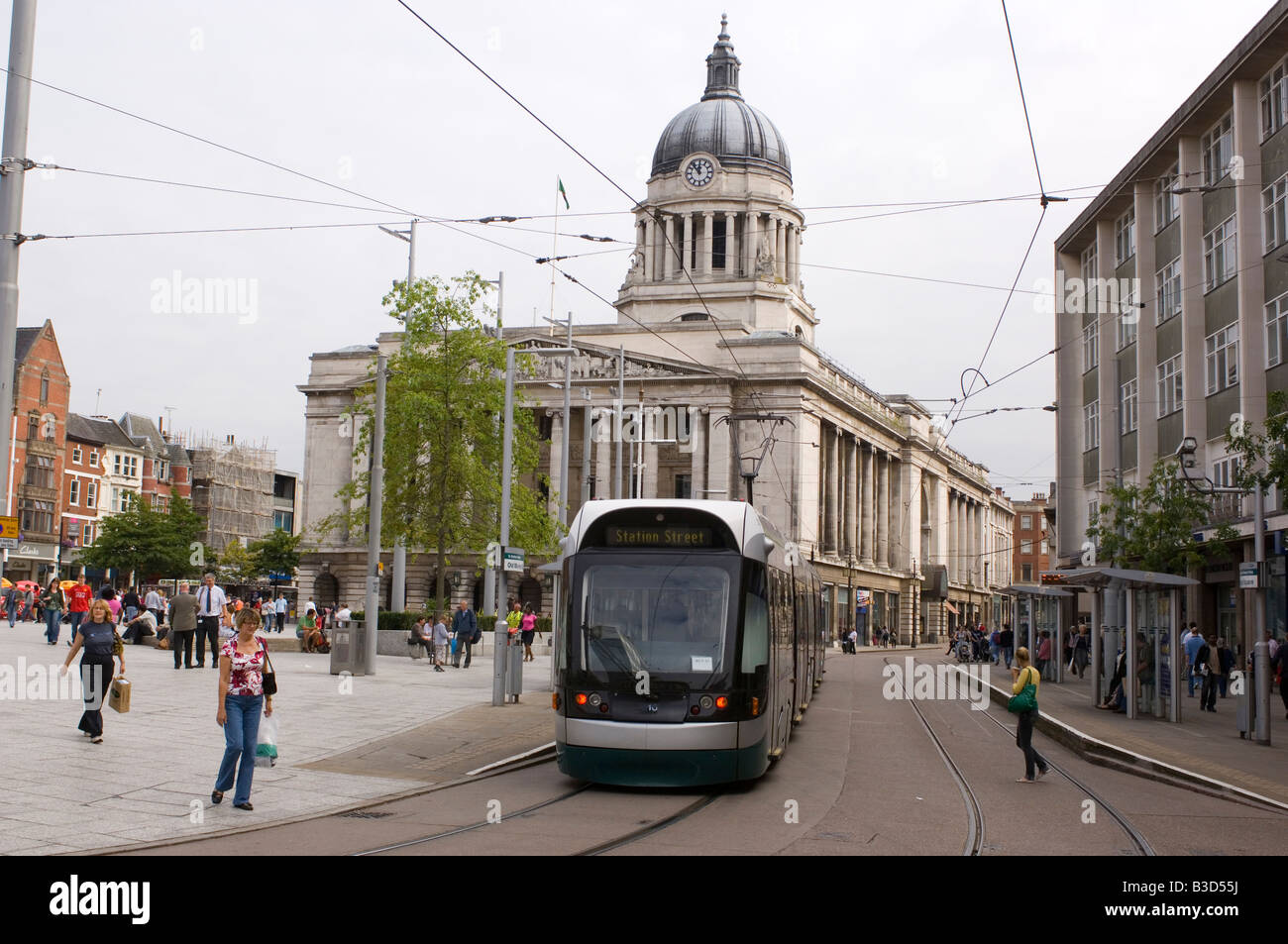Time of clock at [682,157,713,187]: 11:53
